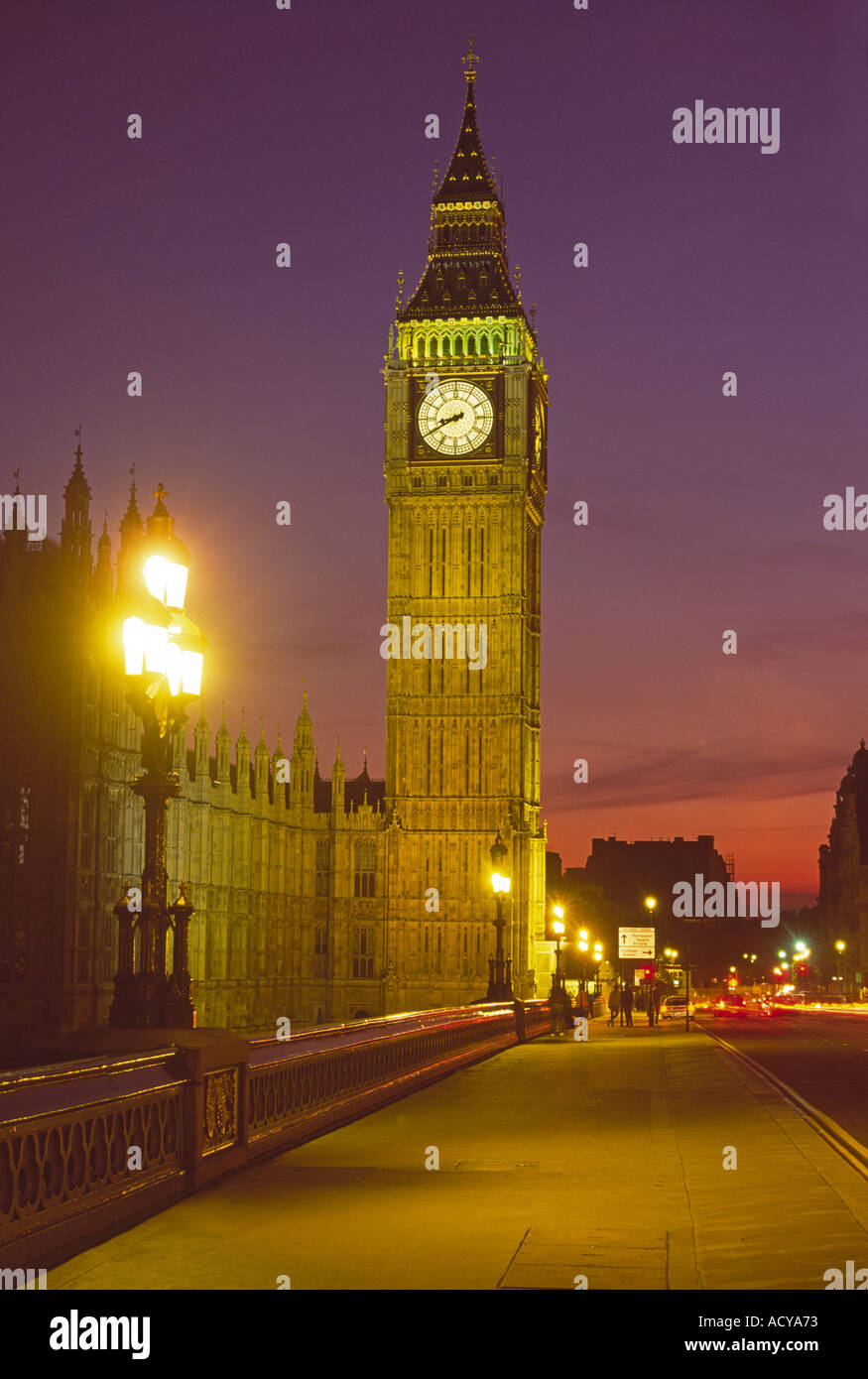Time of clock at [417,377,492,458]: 8:40
